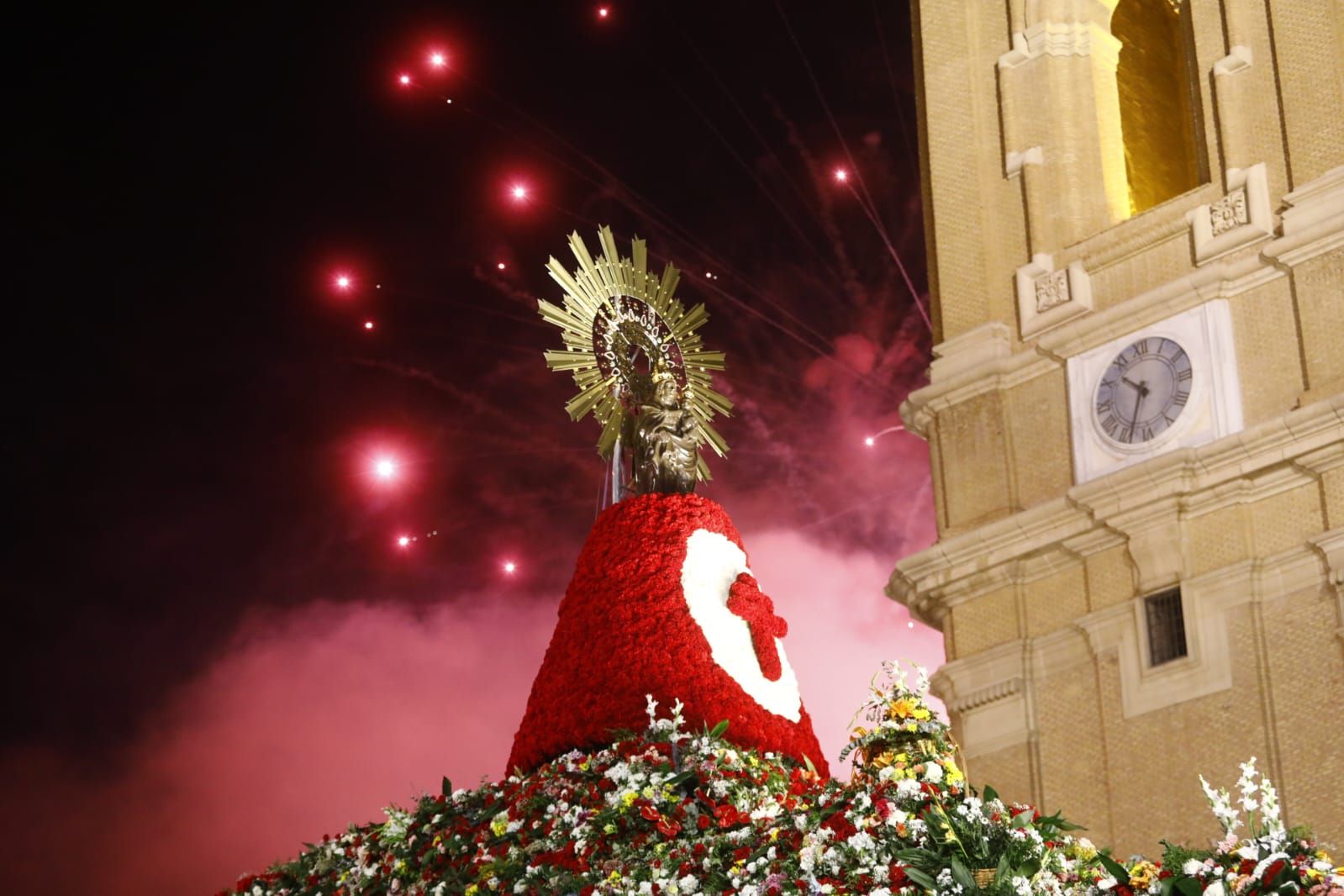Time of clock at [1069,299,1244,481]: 10:34
